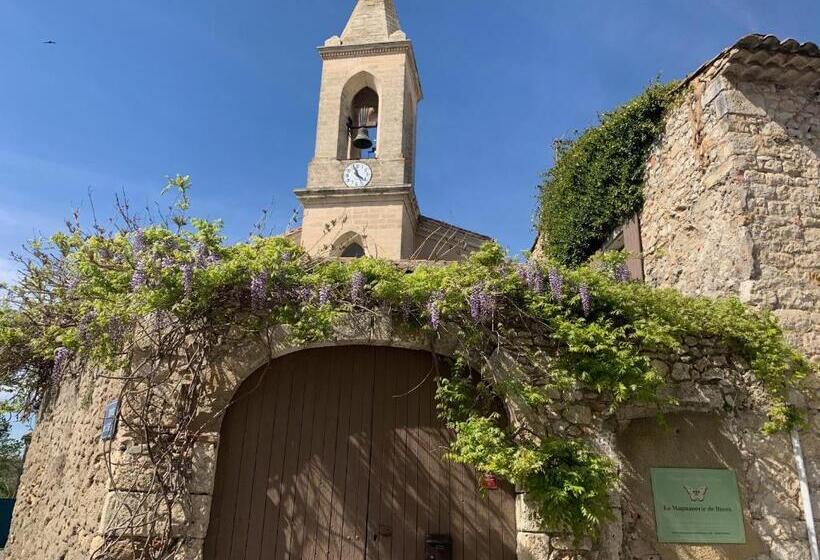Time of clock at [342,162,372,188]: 3:57
